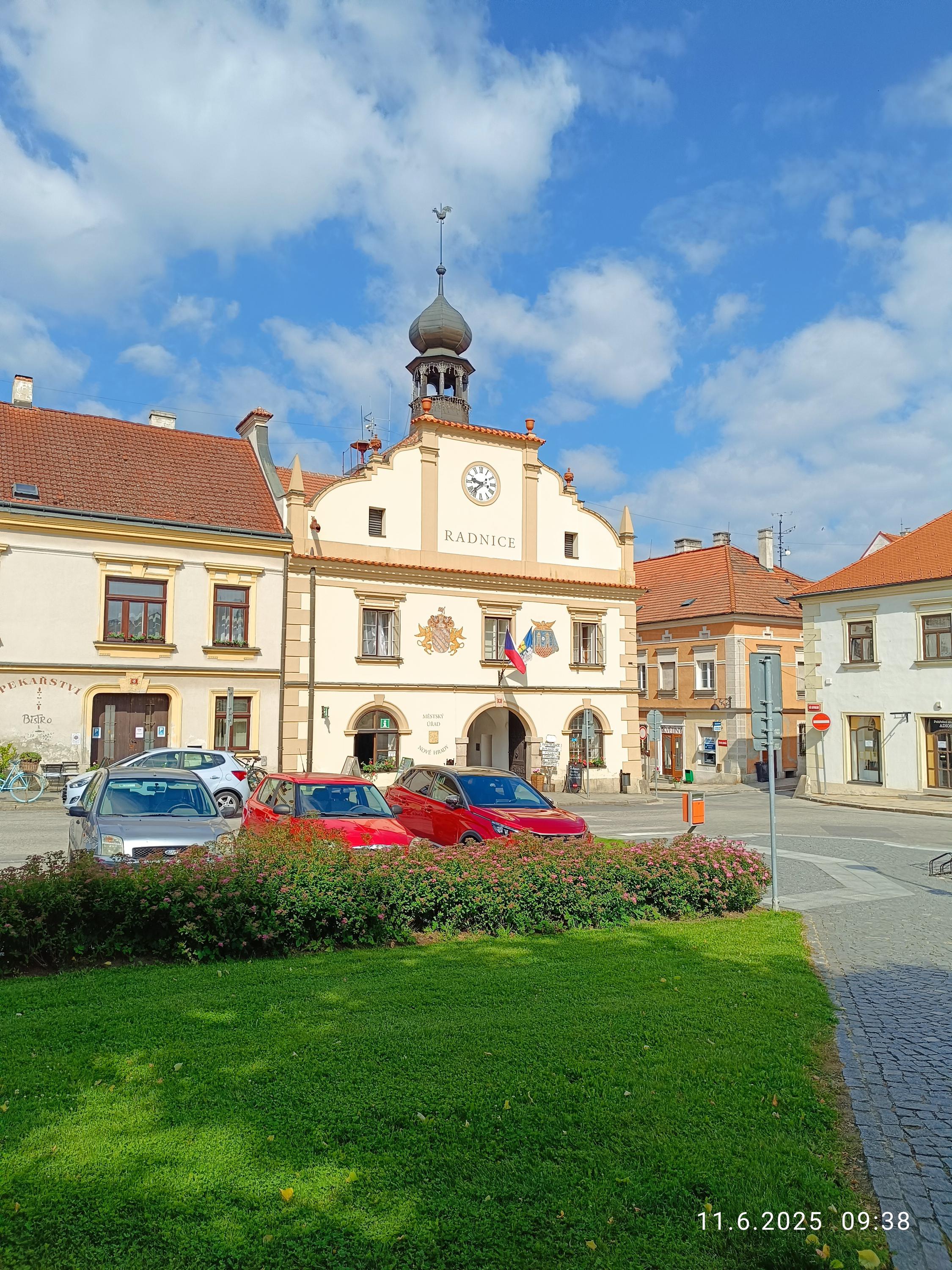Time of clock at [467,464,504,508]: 9:38
